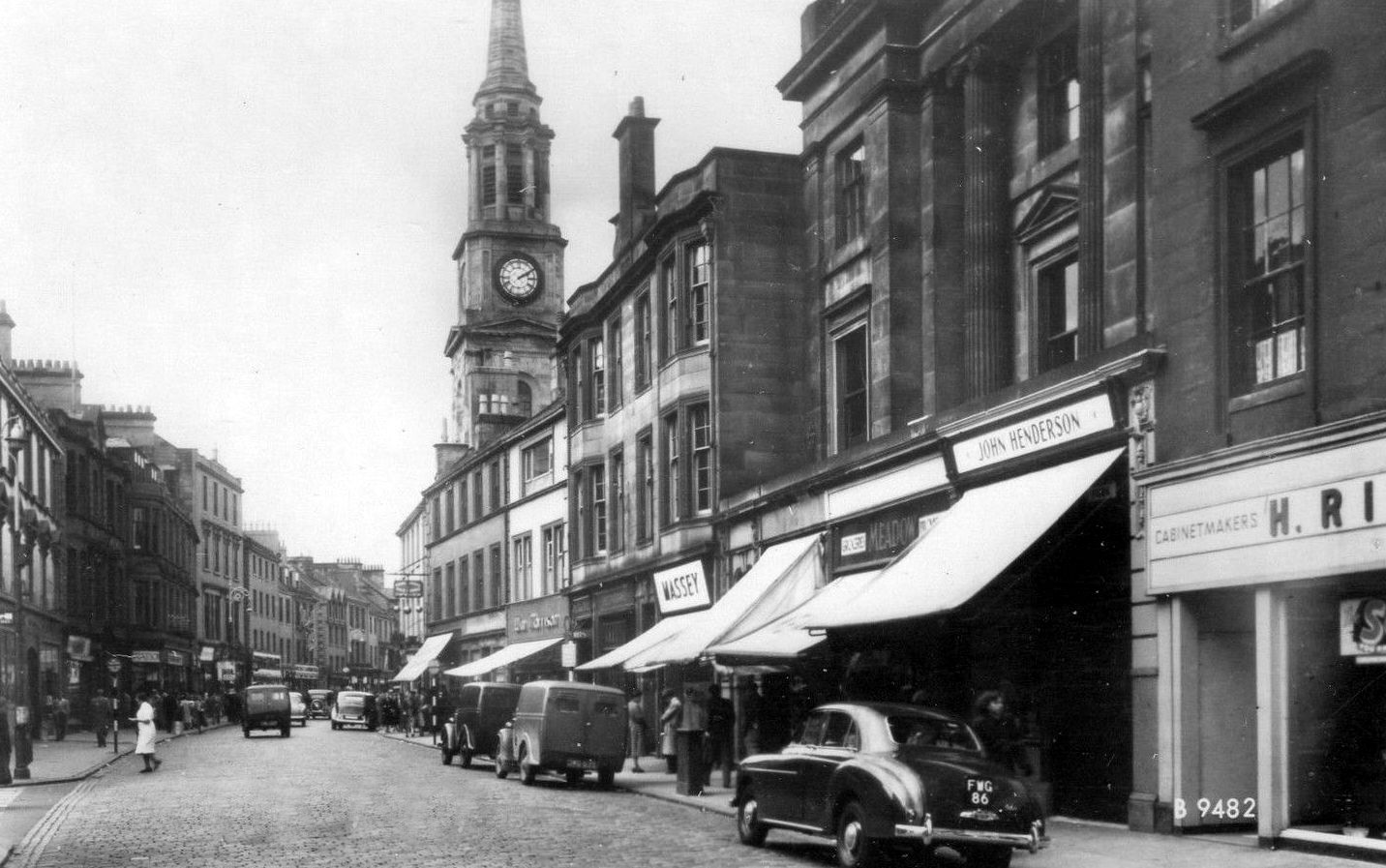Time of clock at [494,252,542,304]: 2:09
